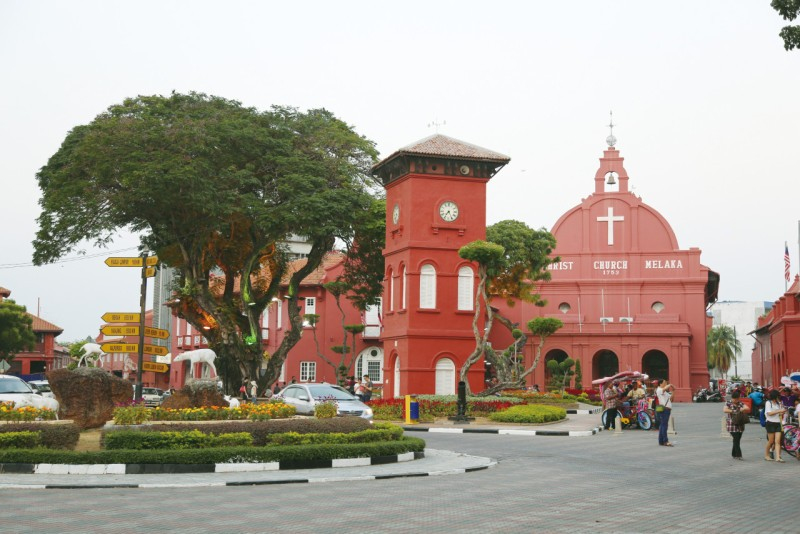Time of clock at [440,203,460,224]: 7:25
